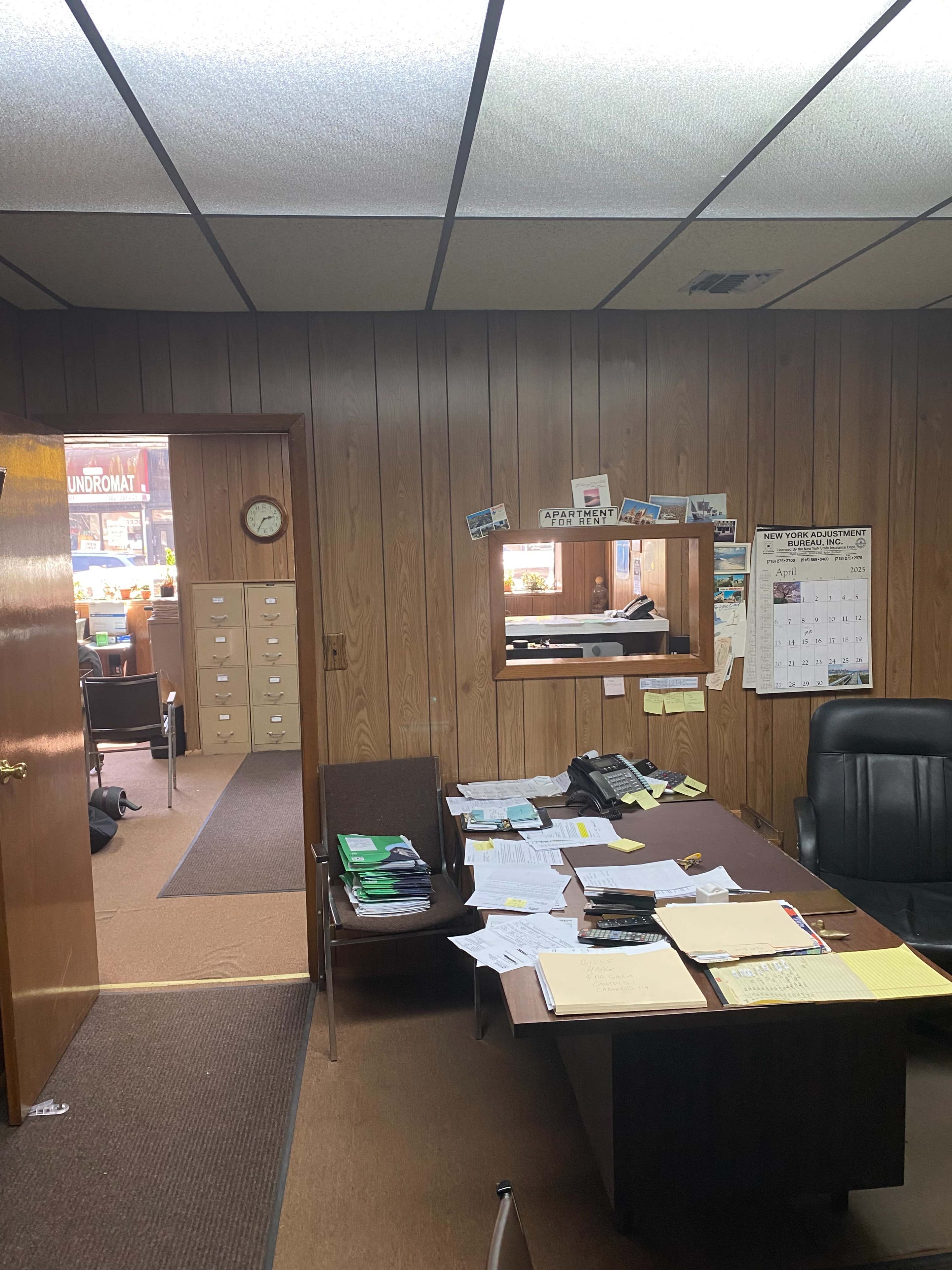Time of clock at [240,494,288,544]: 2:35
